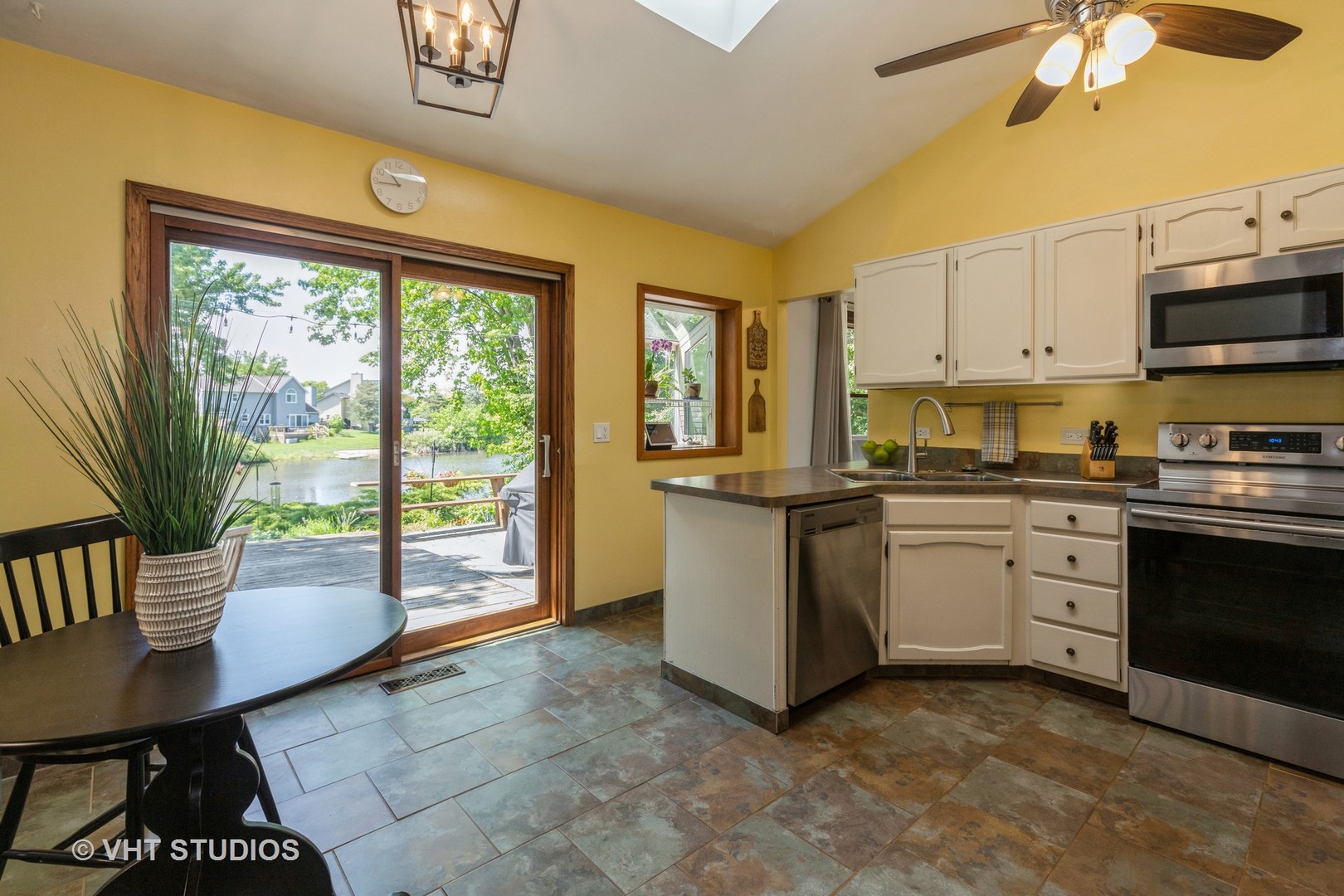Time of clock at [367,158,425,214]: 10:44
